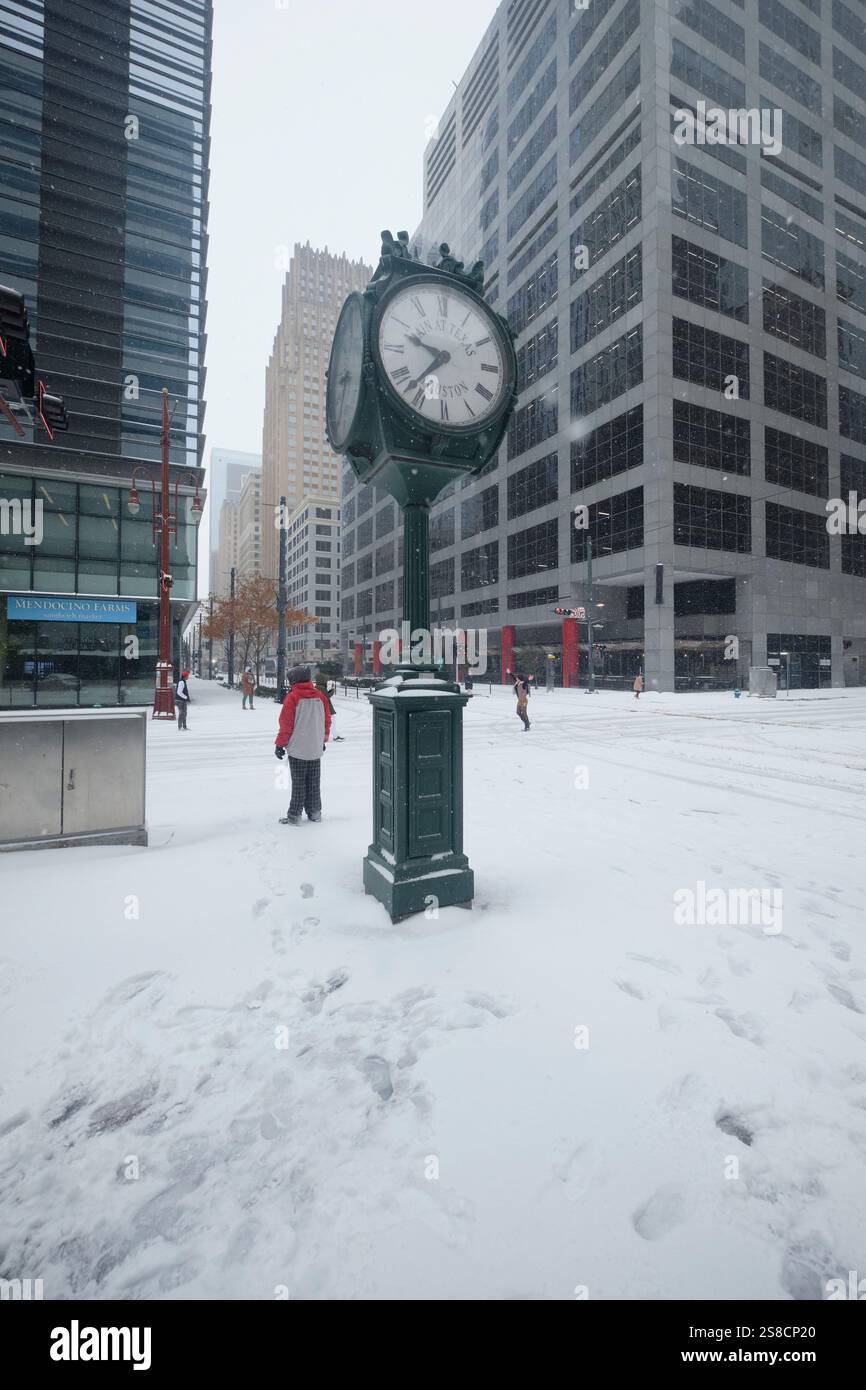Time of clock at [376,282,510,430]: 9:37
